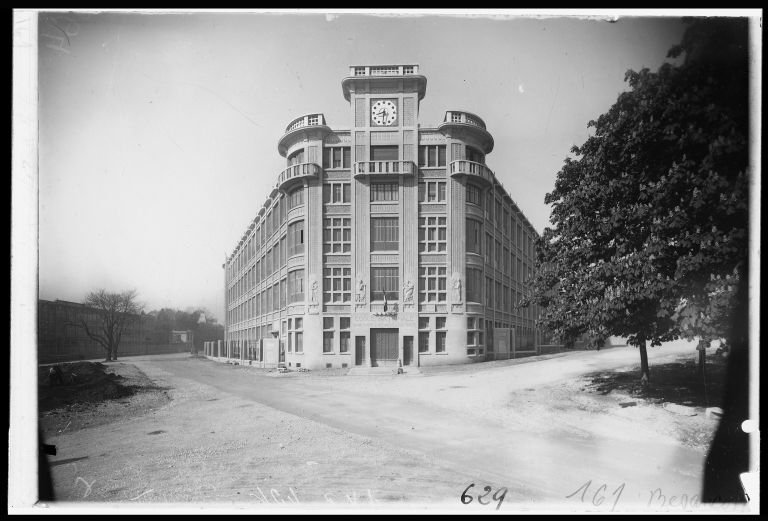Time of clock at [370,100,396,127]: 8:30
